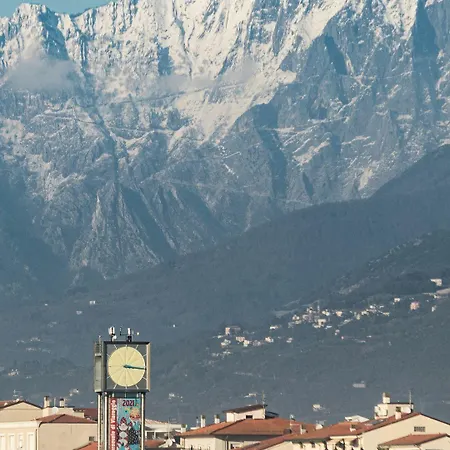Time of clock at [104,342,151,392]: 3:16
